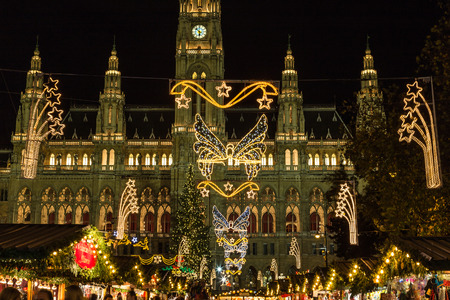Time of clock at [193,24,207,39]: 5:51
